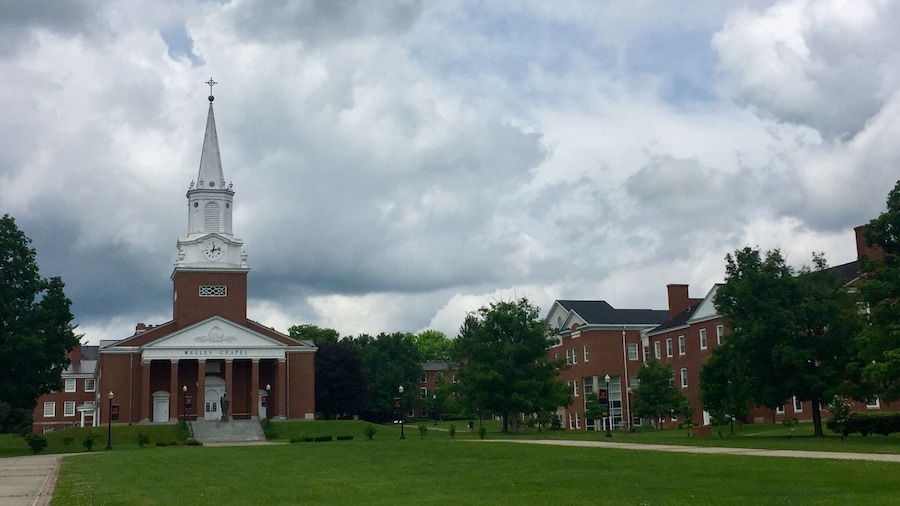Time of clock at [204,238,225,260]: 12:12
